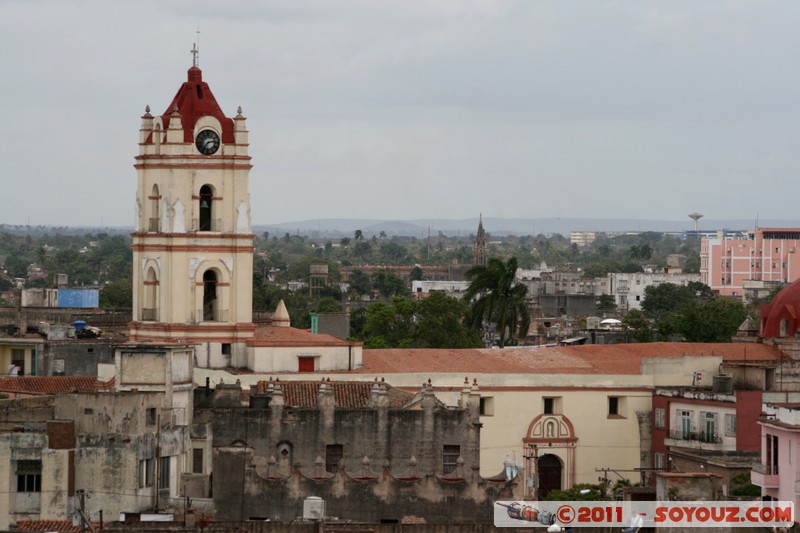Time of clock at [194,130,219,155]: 2:36
